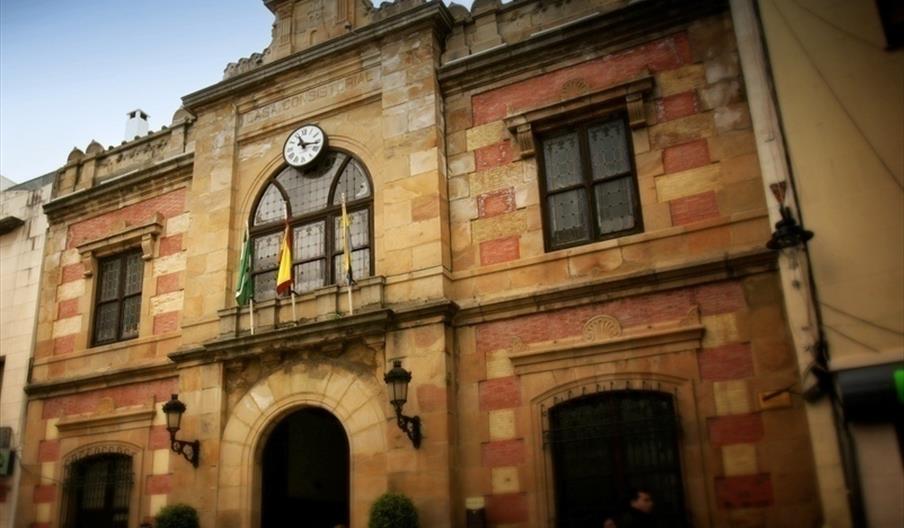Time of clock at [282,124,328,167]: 11:16
